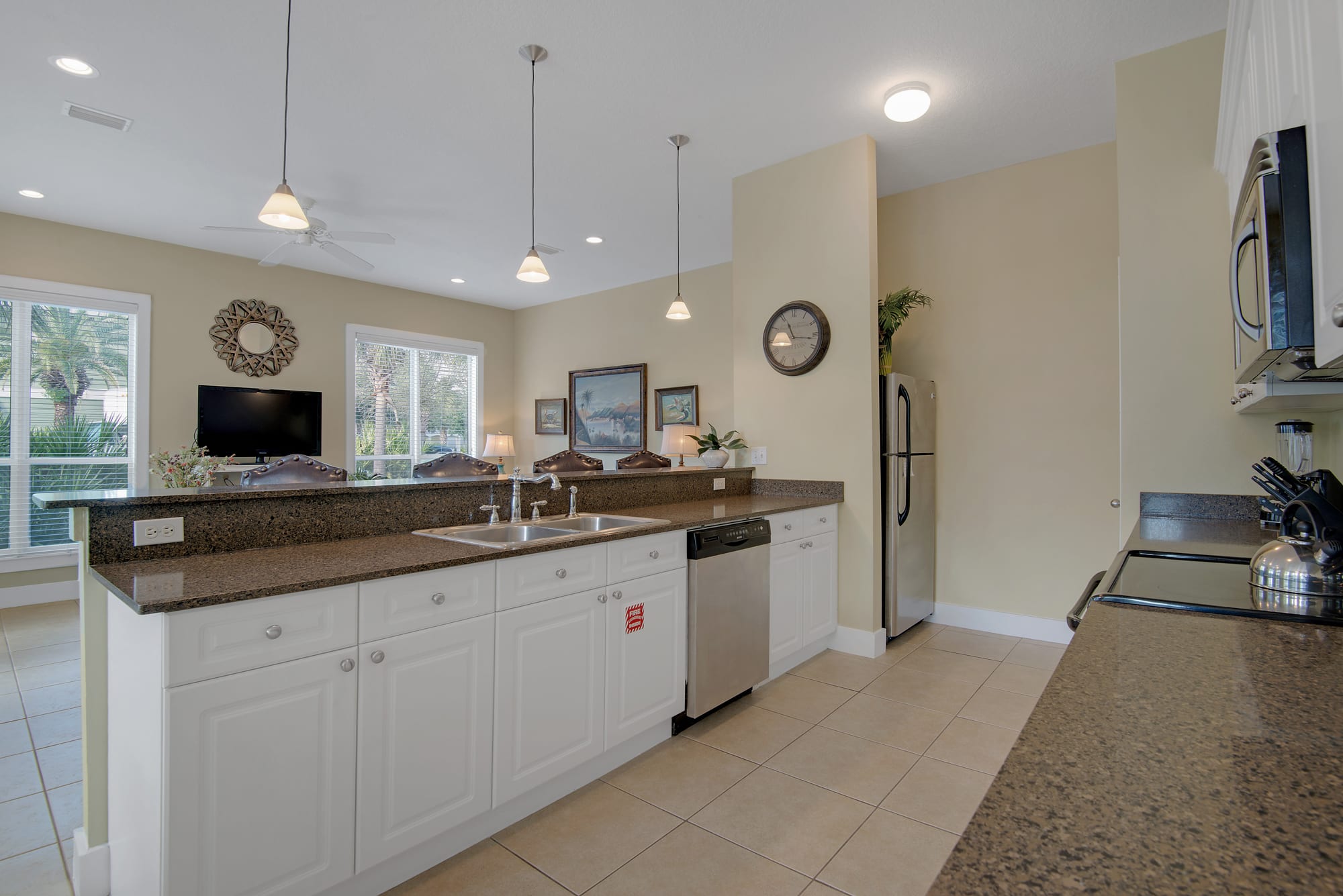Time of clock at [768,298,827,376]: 11:16
